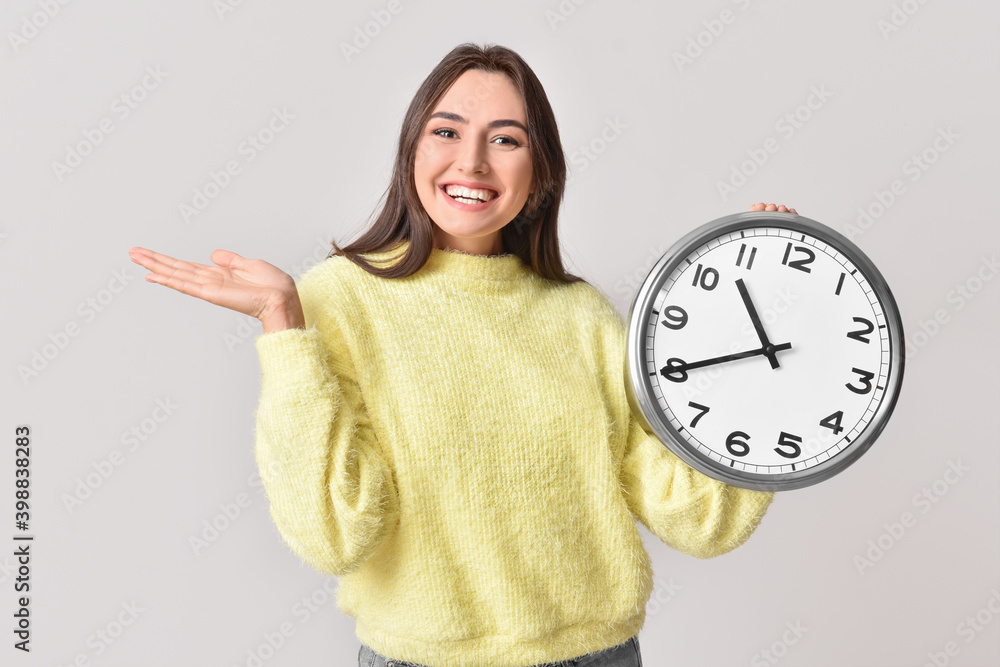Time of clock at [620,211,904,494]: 10:39
